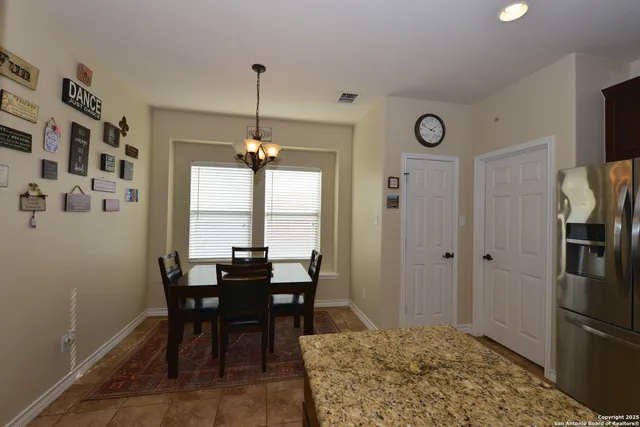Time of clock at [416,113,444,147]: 1:48
